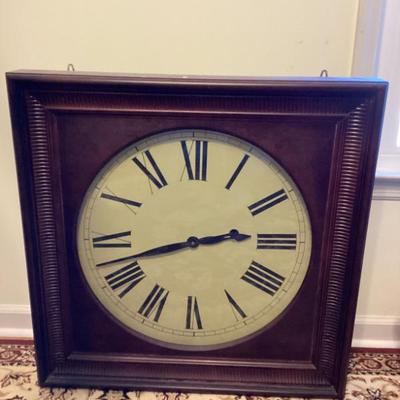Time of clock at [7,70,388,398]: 2:42
